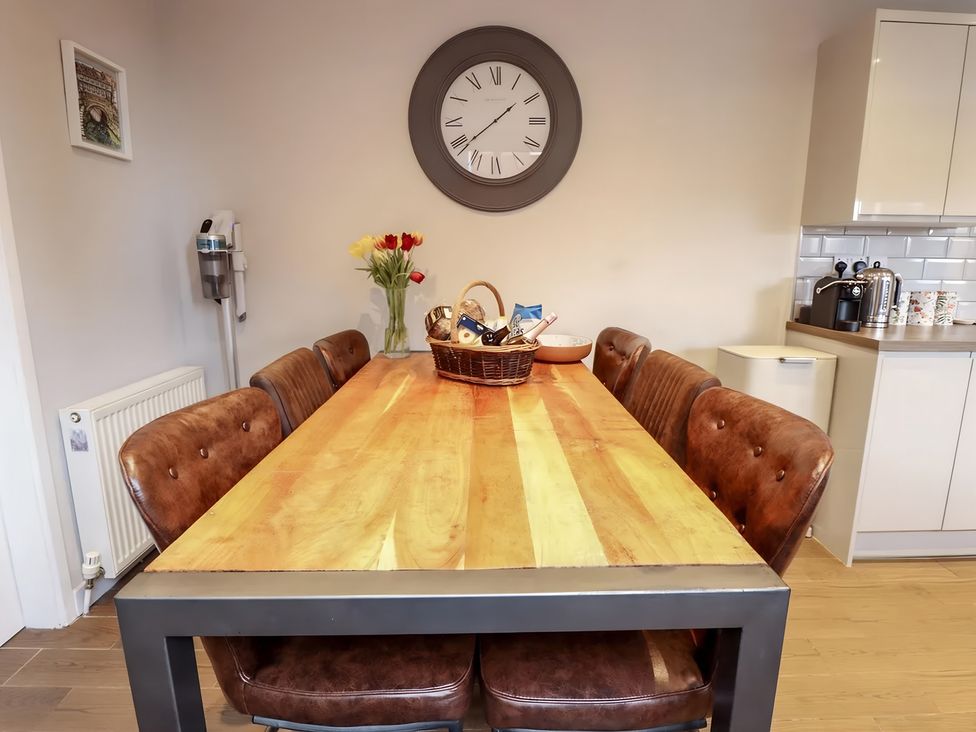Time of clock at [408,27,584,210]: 1:38
